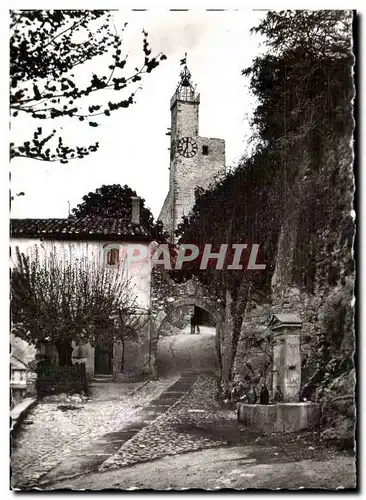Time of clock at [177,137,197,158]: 7:00
